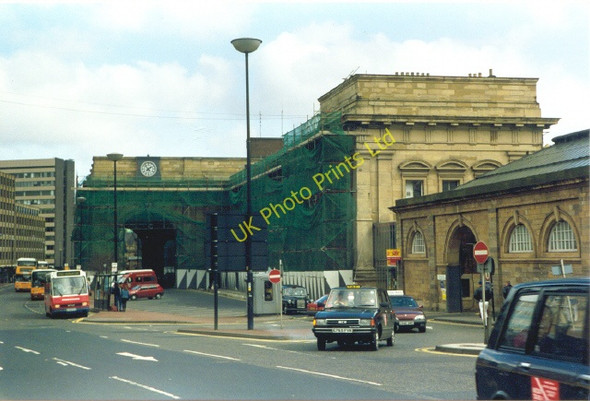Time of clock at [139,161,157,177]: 1:53
